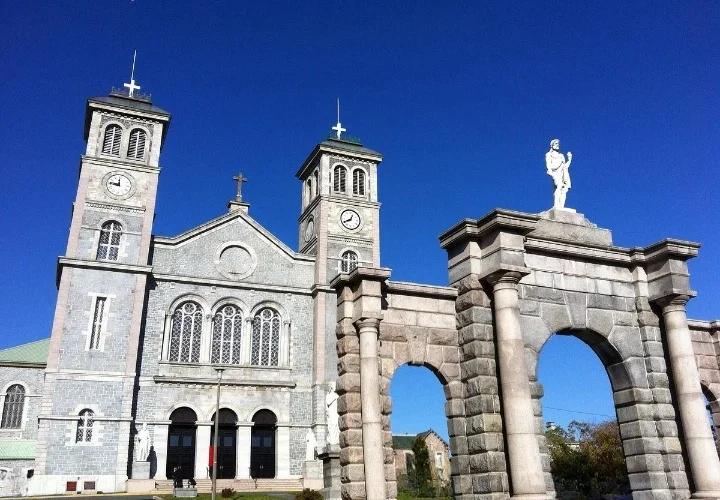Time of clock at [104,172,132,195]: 11:46
